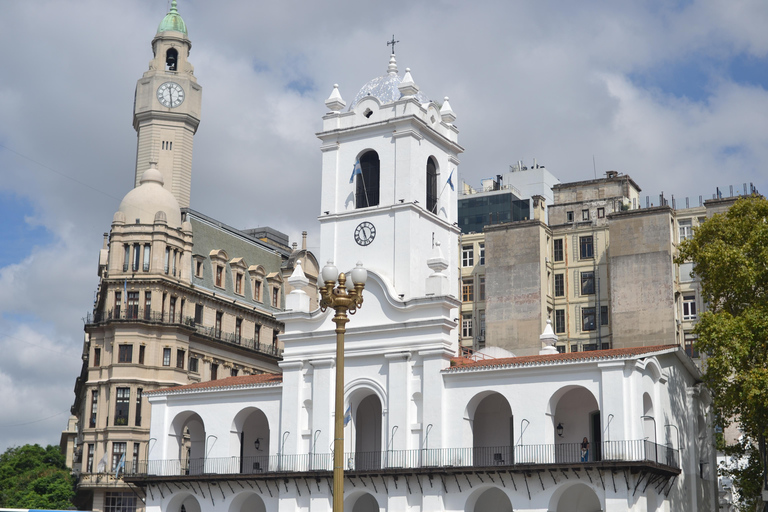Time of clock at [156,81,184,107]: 11:28
